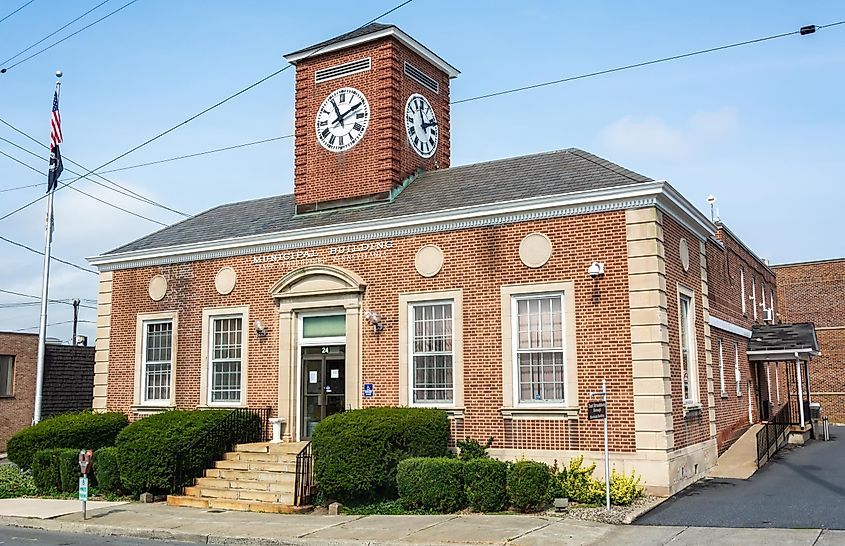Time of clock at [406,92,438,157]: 11:11
